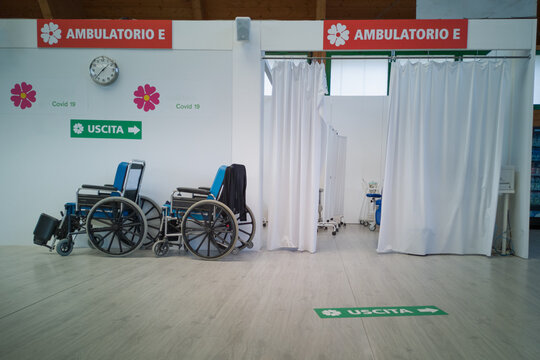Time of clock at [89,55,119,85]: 1:37
